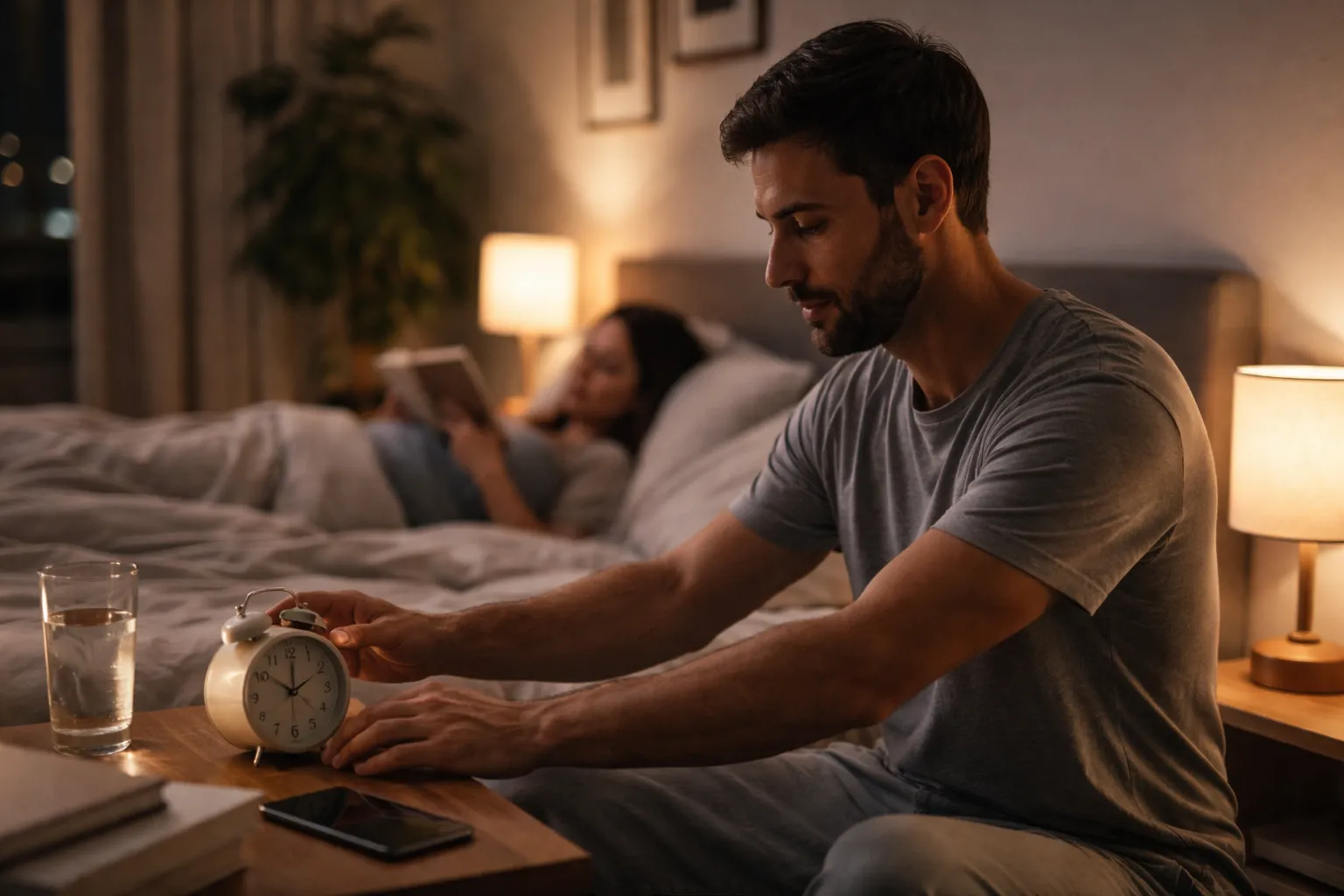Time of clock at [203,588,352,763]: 10:01
